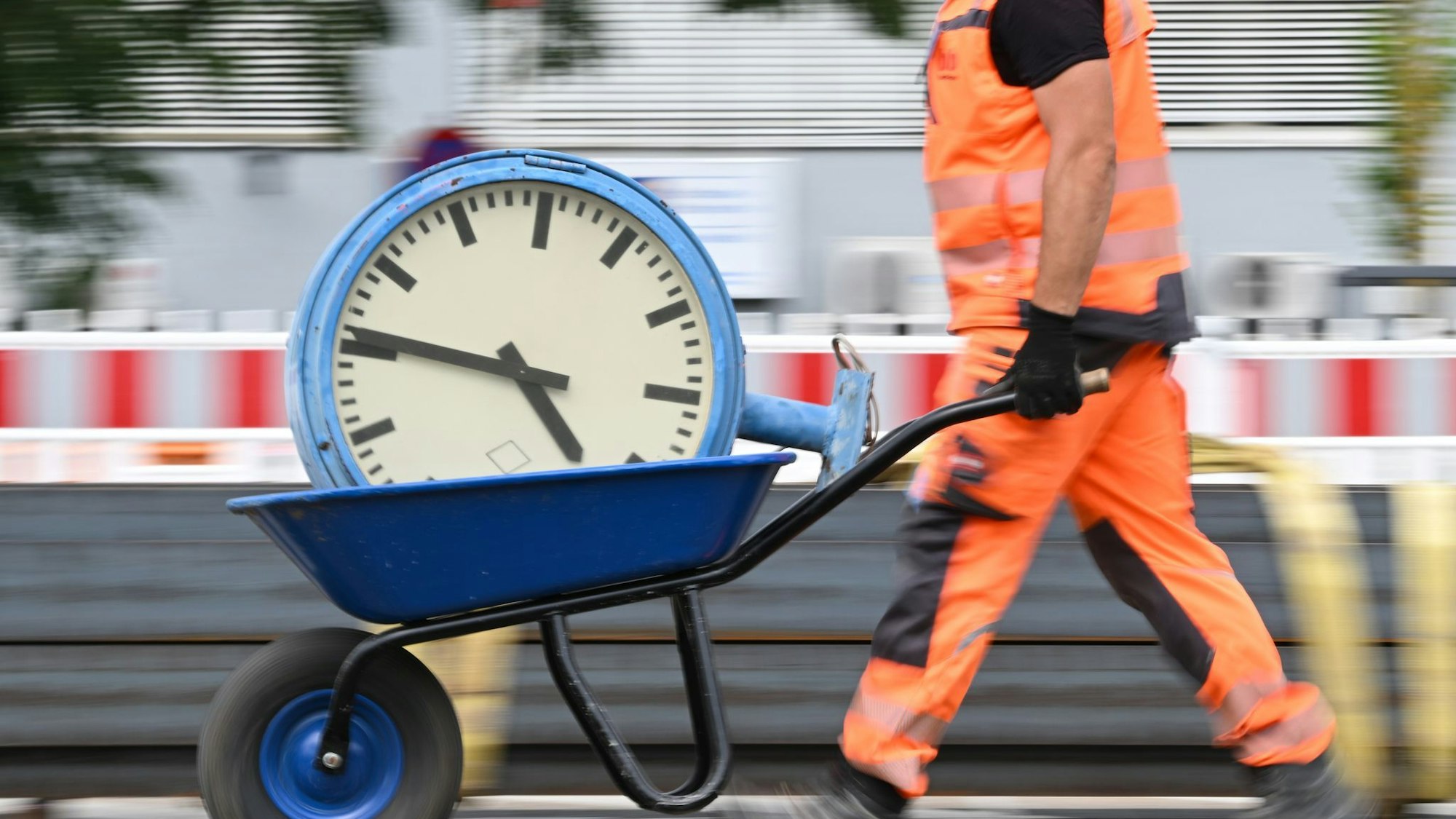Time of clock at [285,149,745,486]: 4:46
